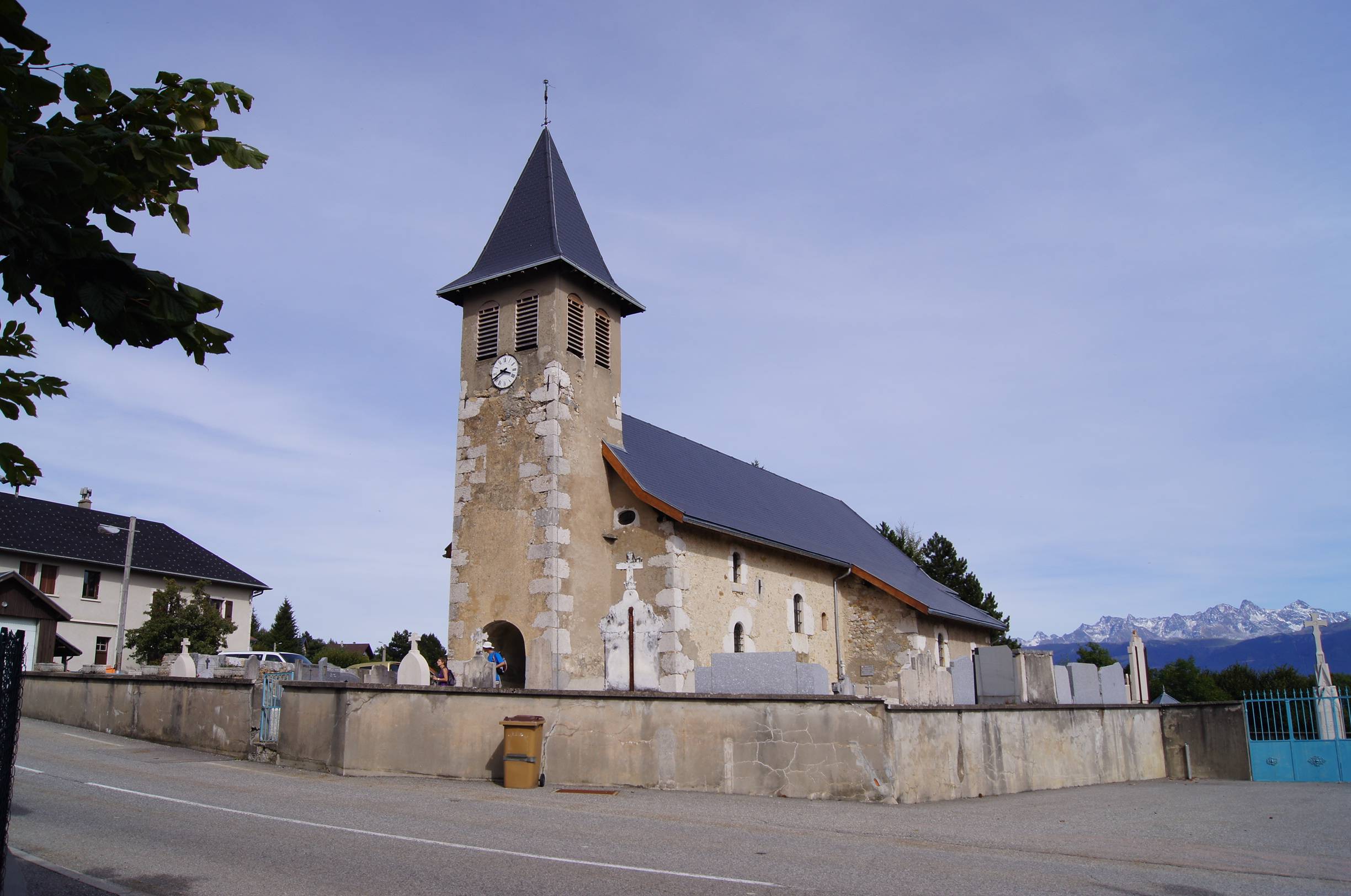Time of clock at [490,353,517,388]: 3:40
